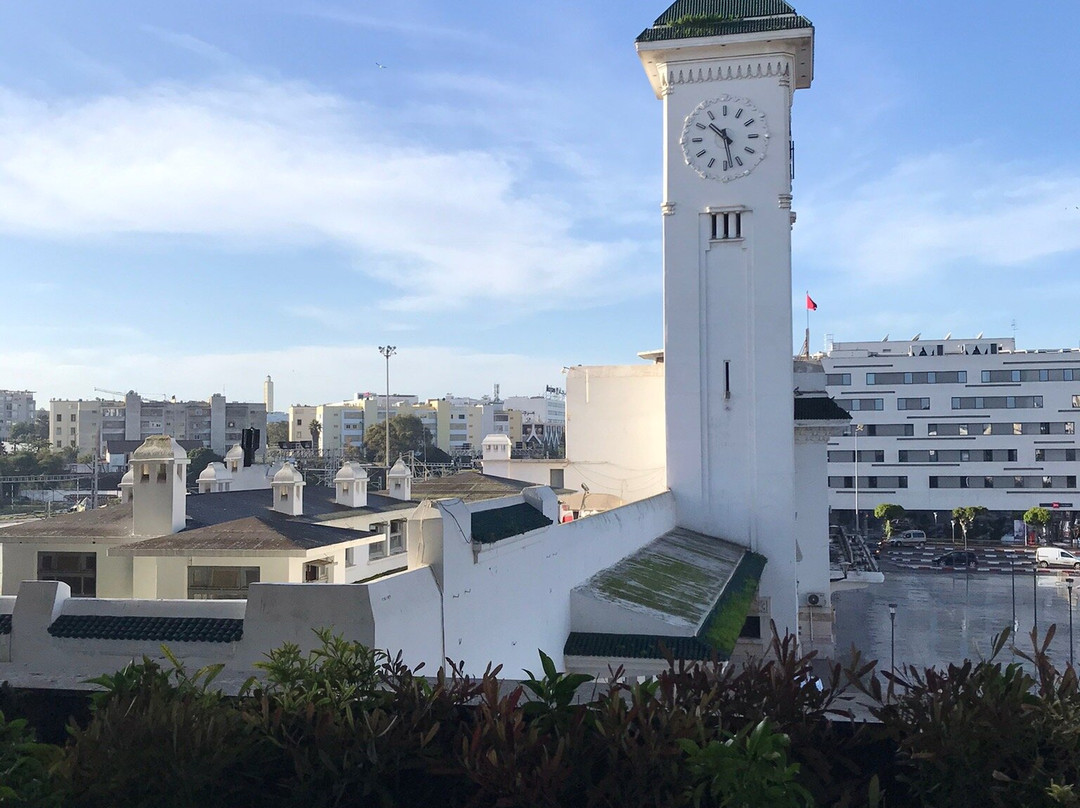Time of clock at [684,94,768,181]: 10:28
